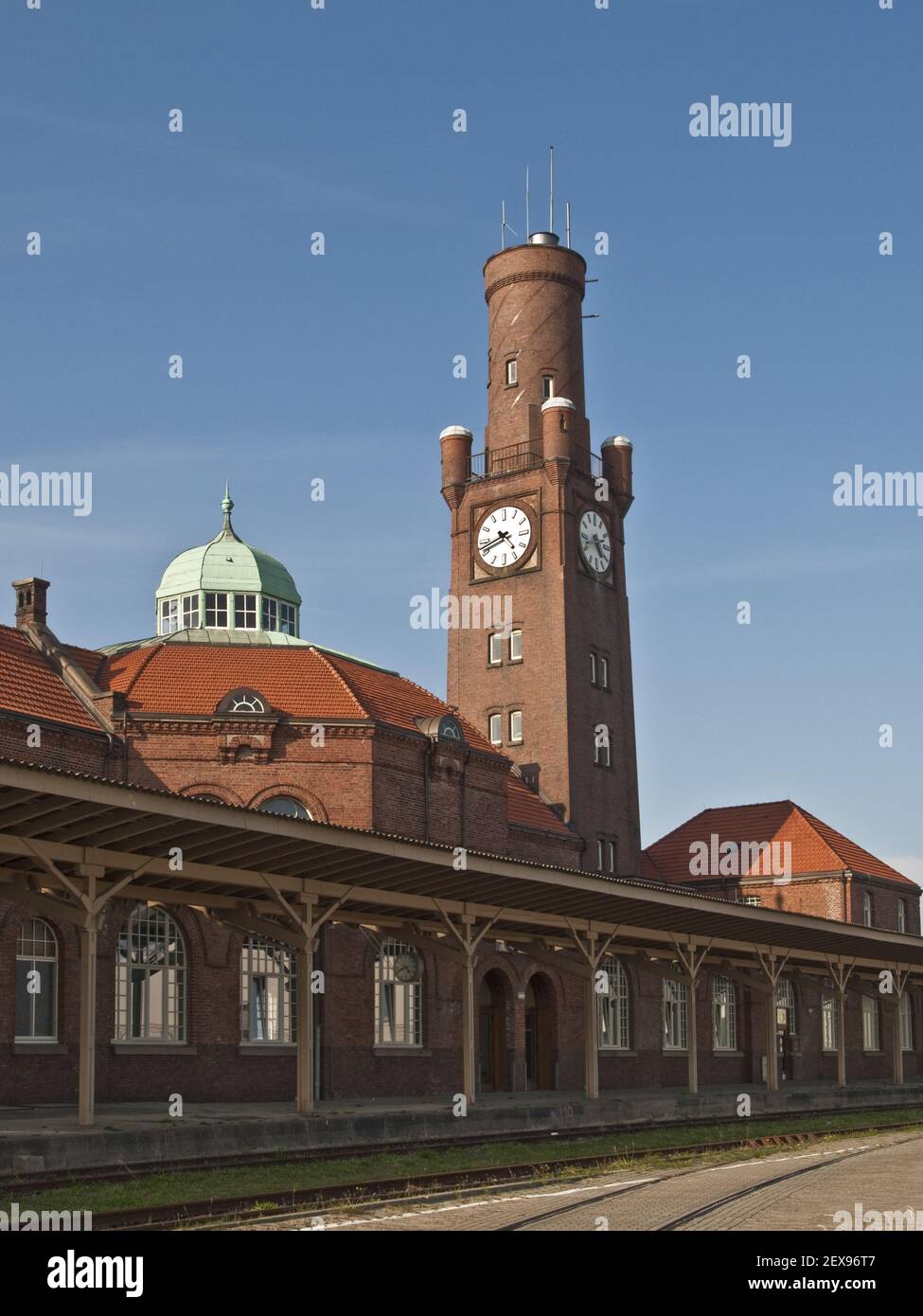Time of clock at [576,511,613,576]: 4:42
